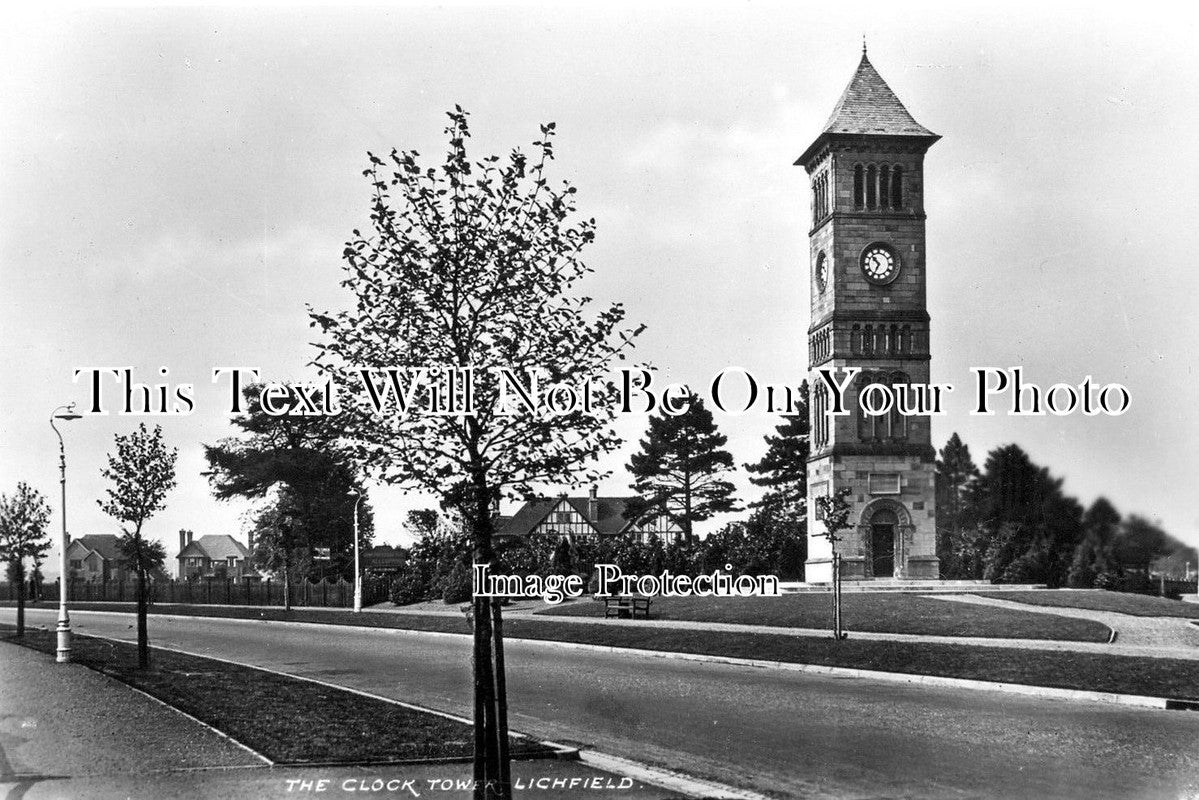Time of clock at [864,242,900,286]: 10:34
